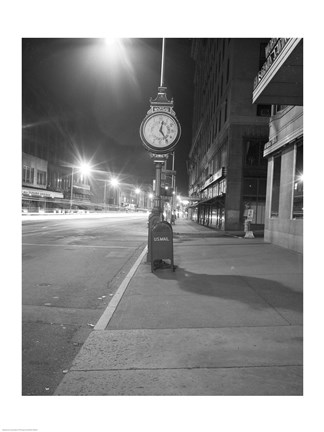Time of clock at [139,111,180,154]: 12:24
